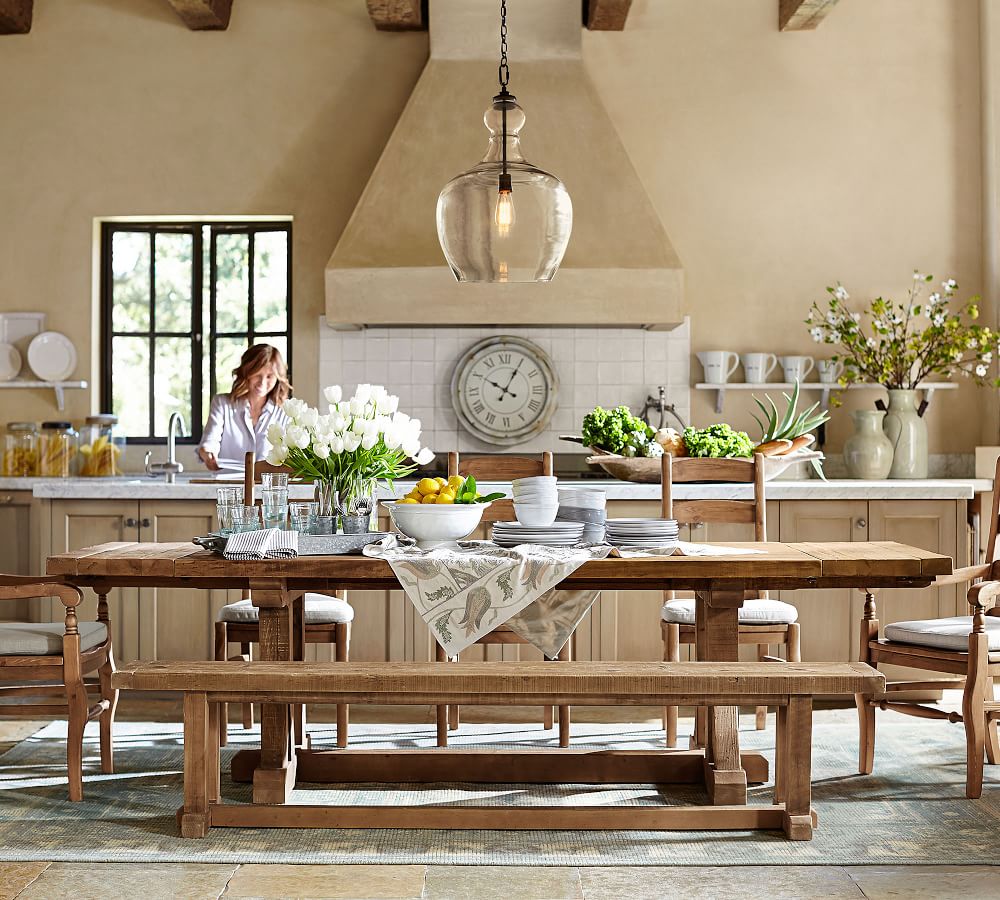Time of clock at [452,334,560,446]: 10:04
